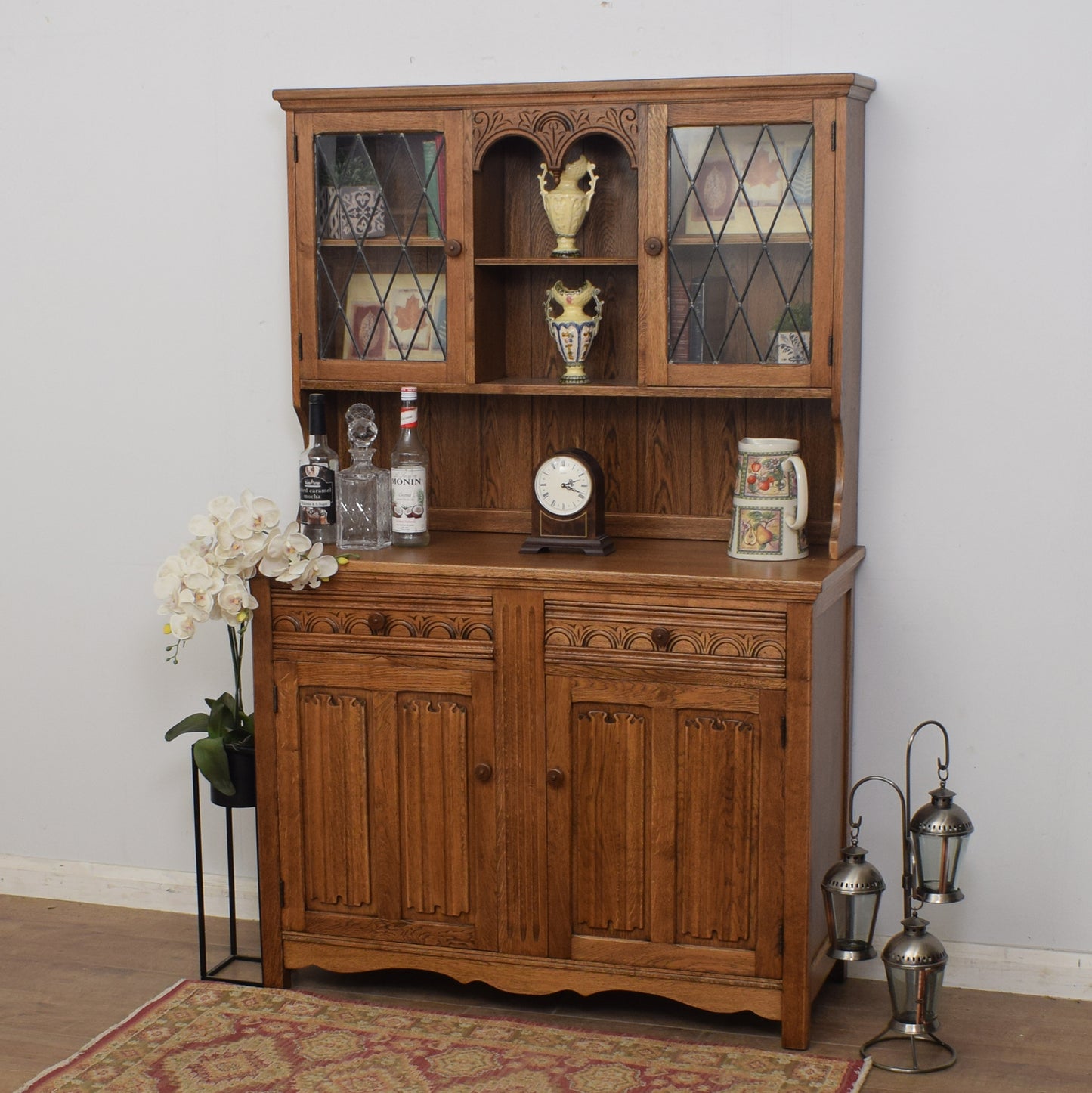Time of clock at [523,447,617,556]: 2:18
